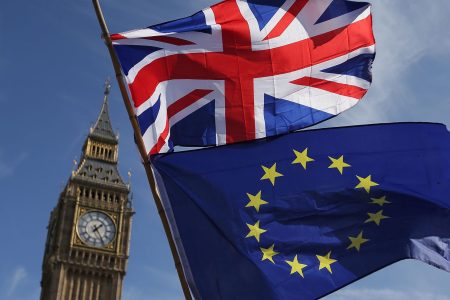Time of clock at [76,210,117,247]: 1:24
